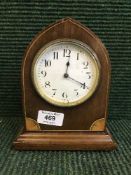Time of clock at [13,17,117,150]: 12:19
